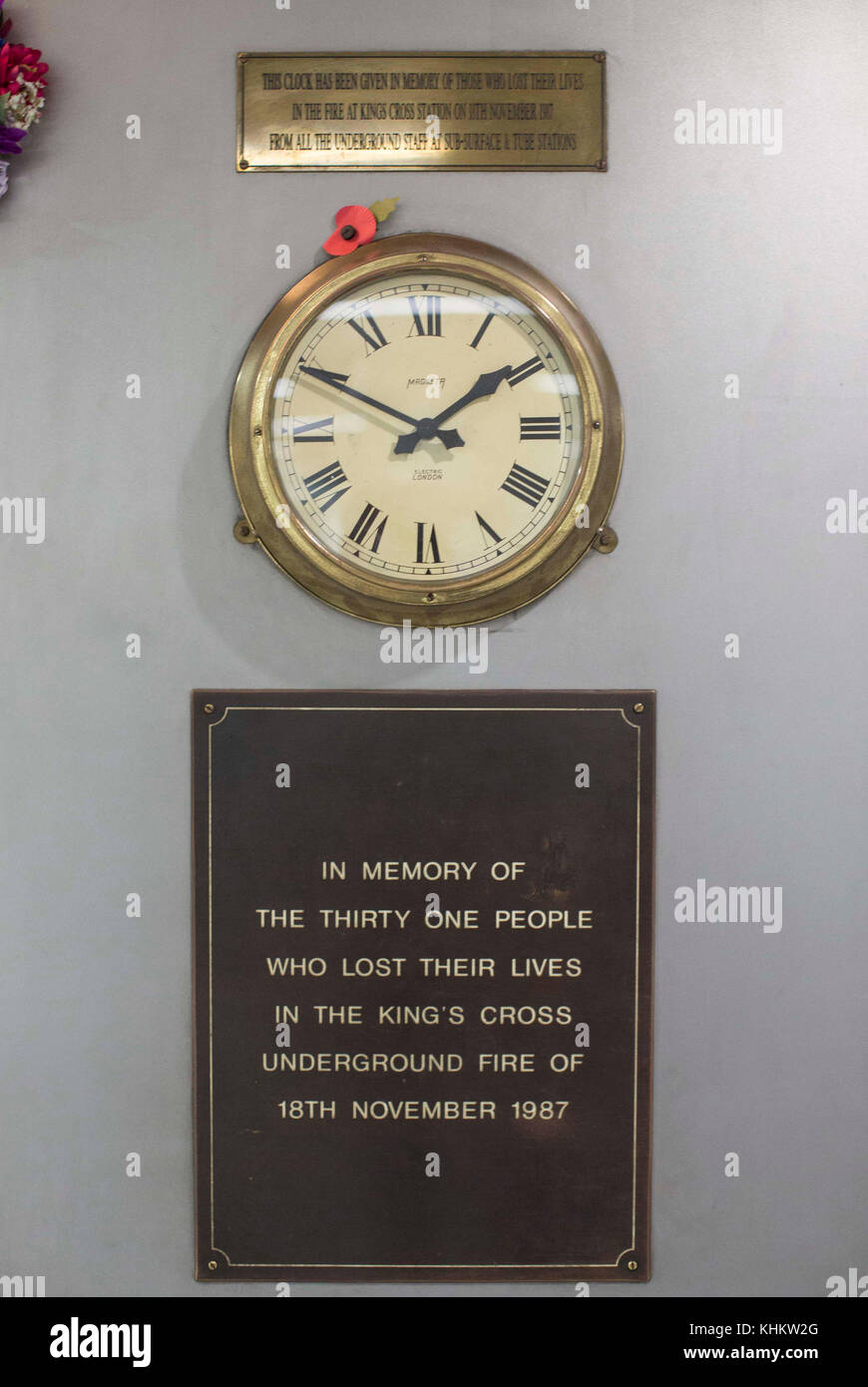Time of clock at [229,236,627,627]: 1:49
